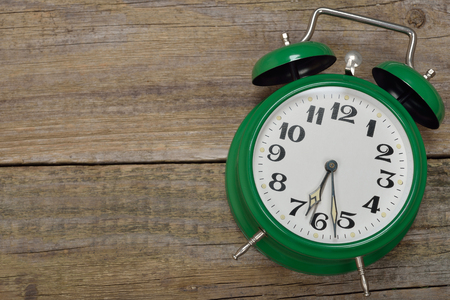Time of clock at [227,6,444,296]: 6:27
